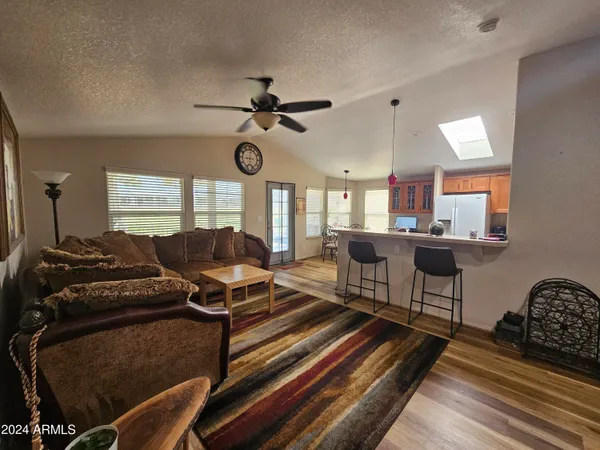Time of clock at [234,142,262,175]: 9:01
